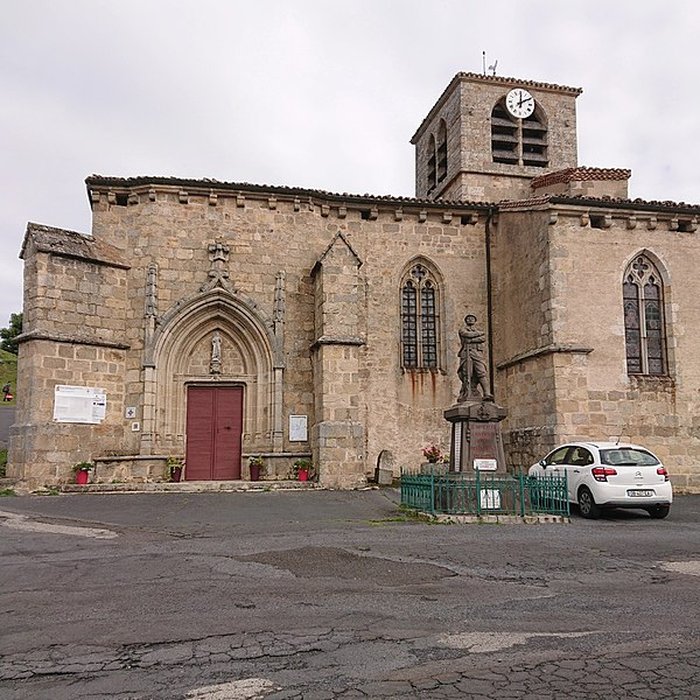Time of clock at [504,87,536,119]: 12:09
